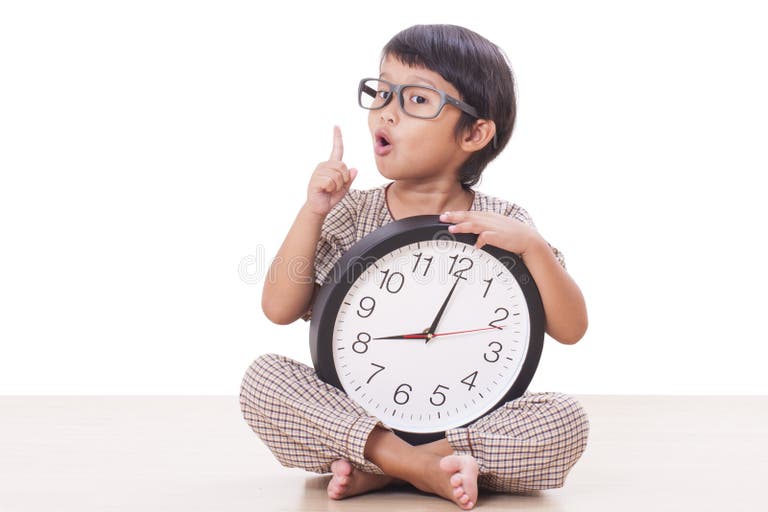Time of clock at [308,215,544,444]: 8:00
